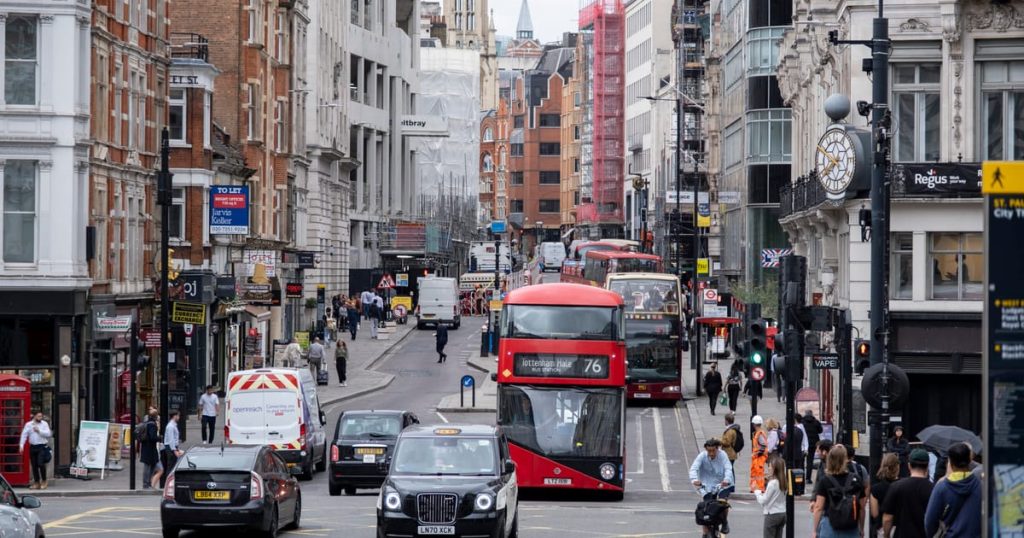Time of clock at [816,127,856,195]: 7:40
